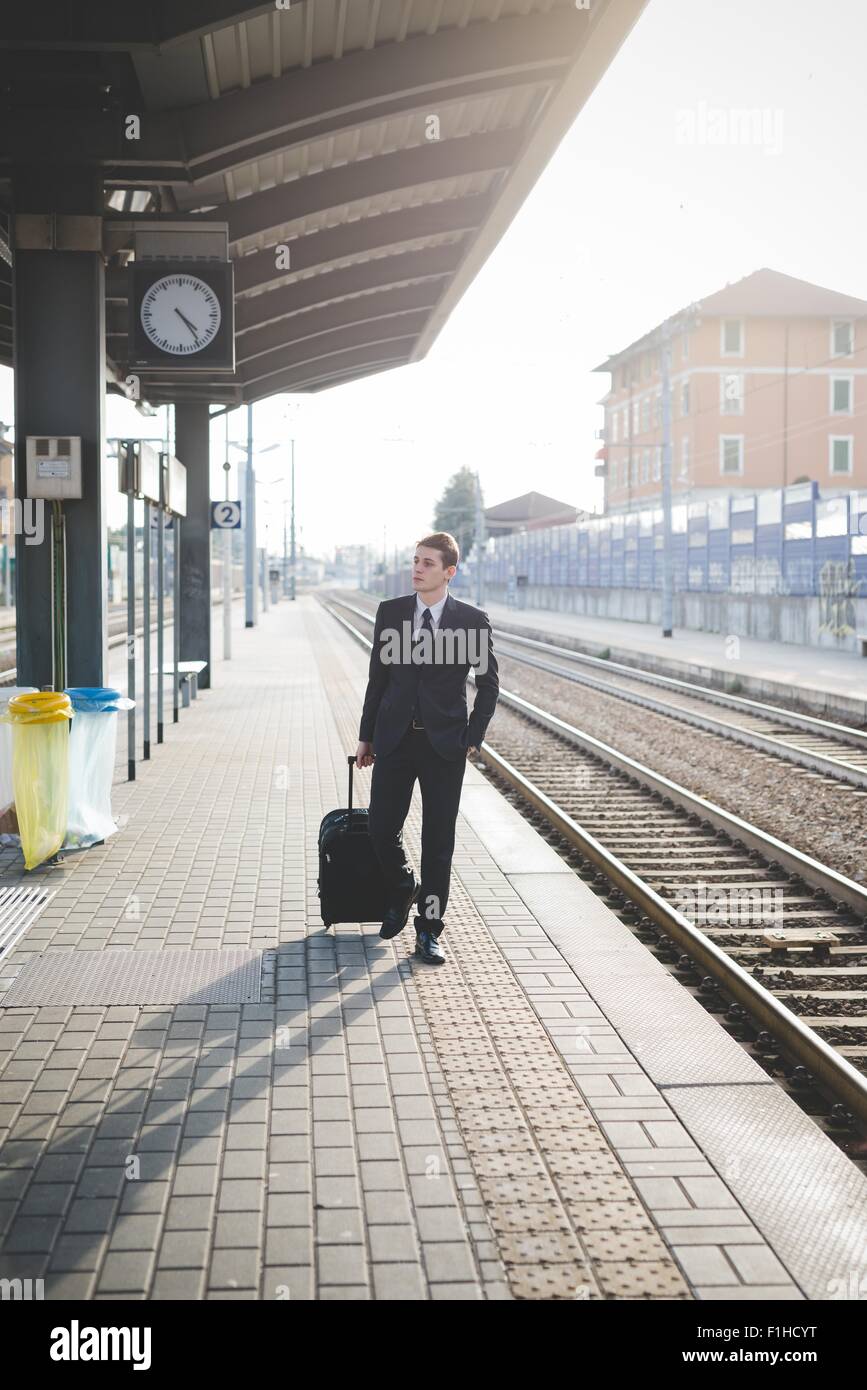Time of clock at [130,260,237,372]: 4:23
